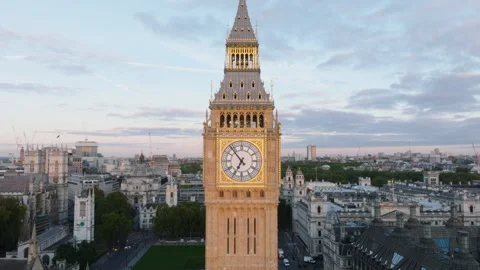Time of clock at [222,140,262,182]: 6:53
